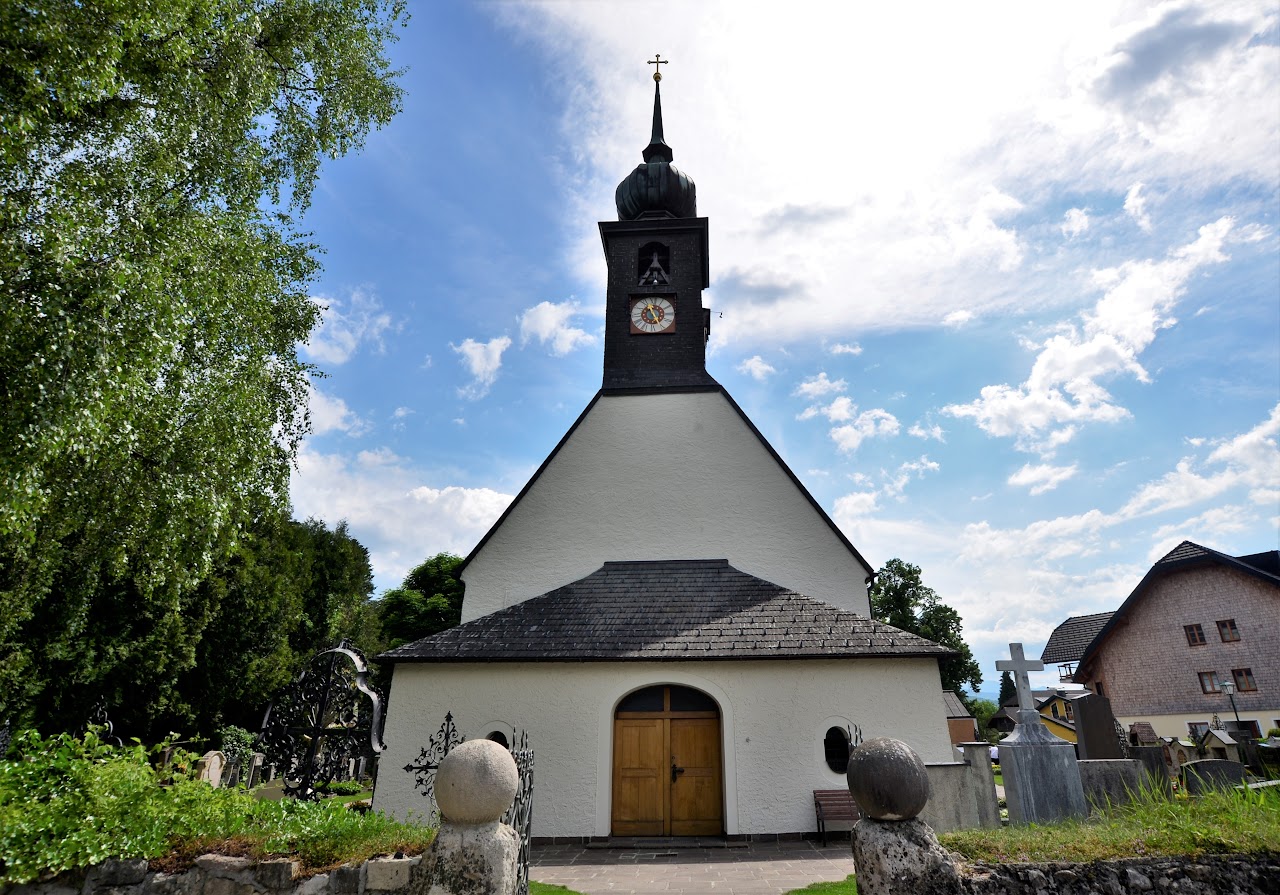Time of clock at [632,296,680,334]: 11:25
